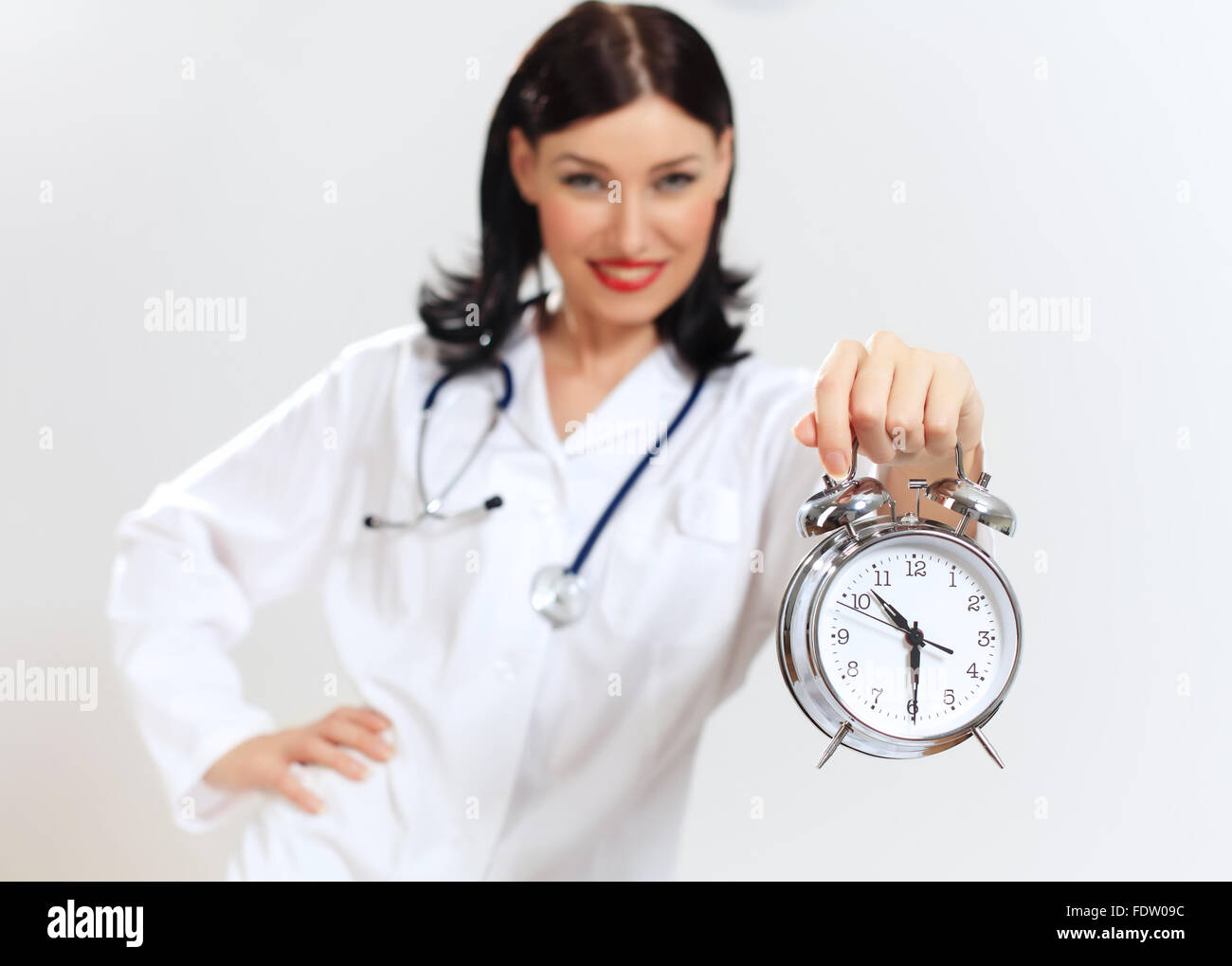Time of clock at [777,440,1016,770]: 10:29
